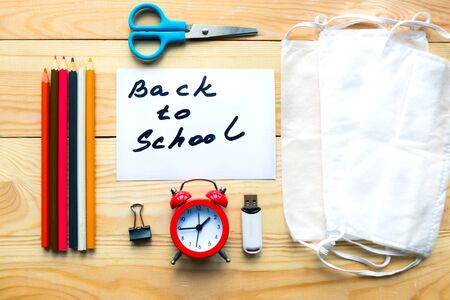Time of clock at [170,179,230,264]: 1:44
